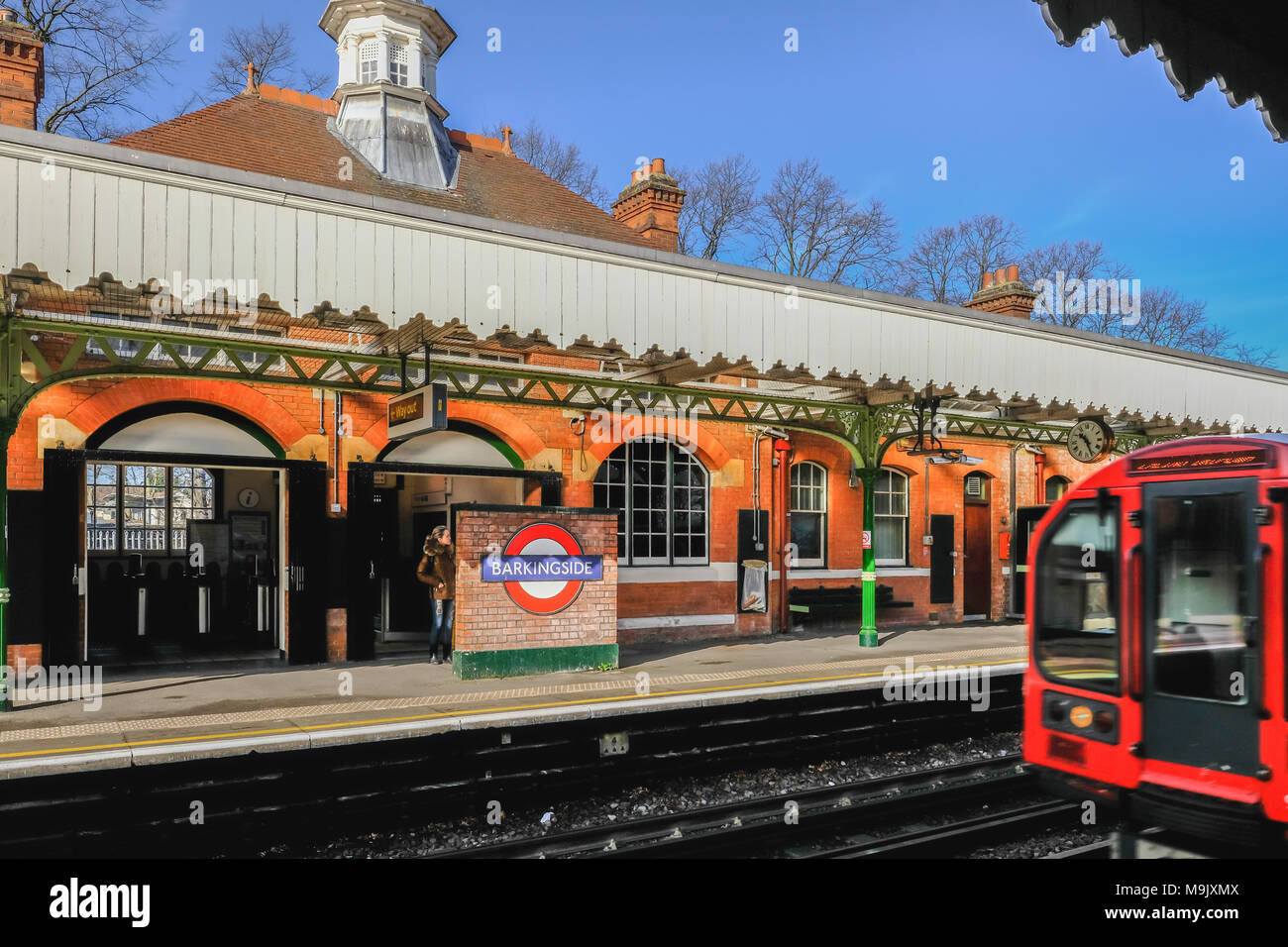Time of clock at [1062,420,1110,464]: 10:26
